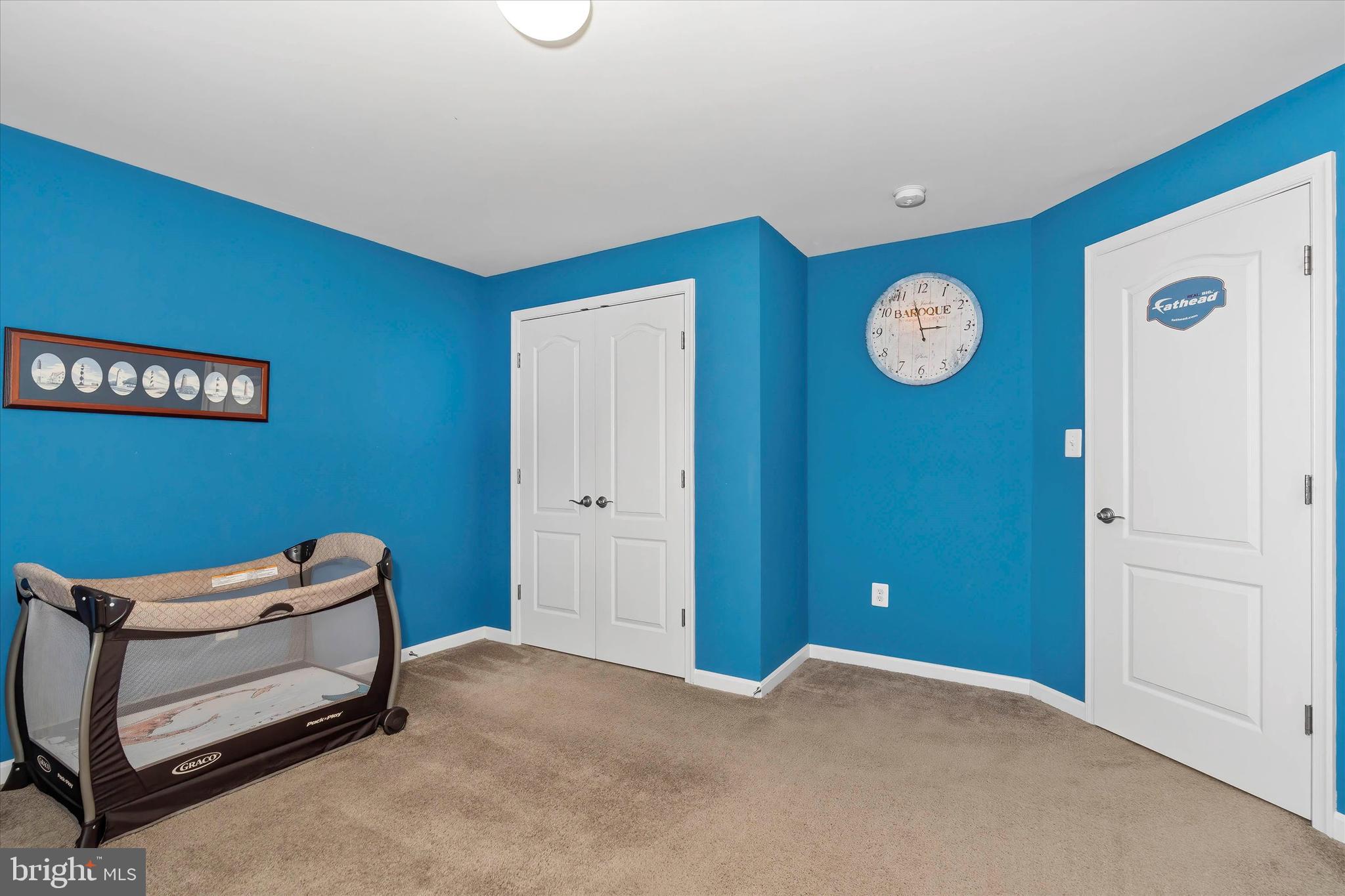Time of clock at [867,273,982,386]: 2:57
